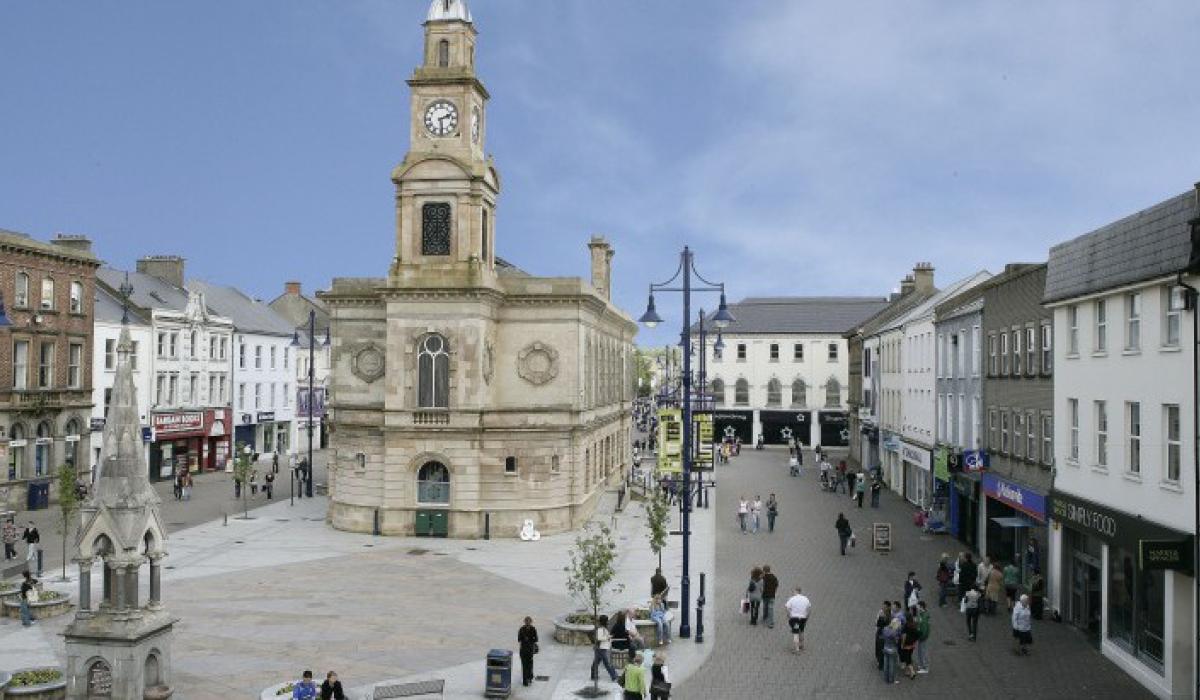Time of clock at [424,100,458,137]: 2:29
